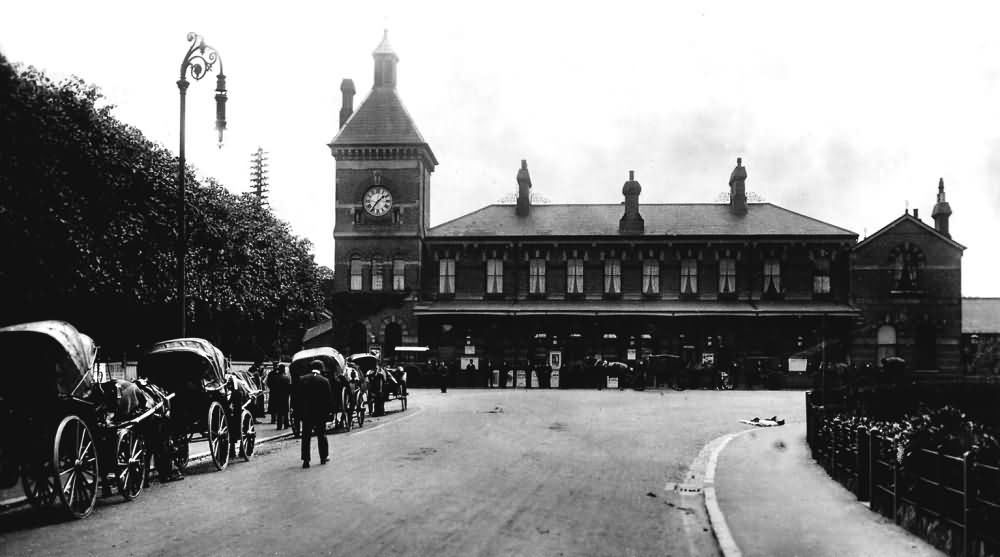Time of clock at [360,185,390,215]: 1:36
